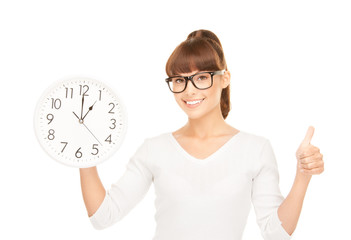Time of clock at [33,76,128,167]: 12:59
